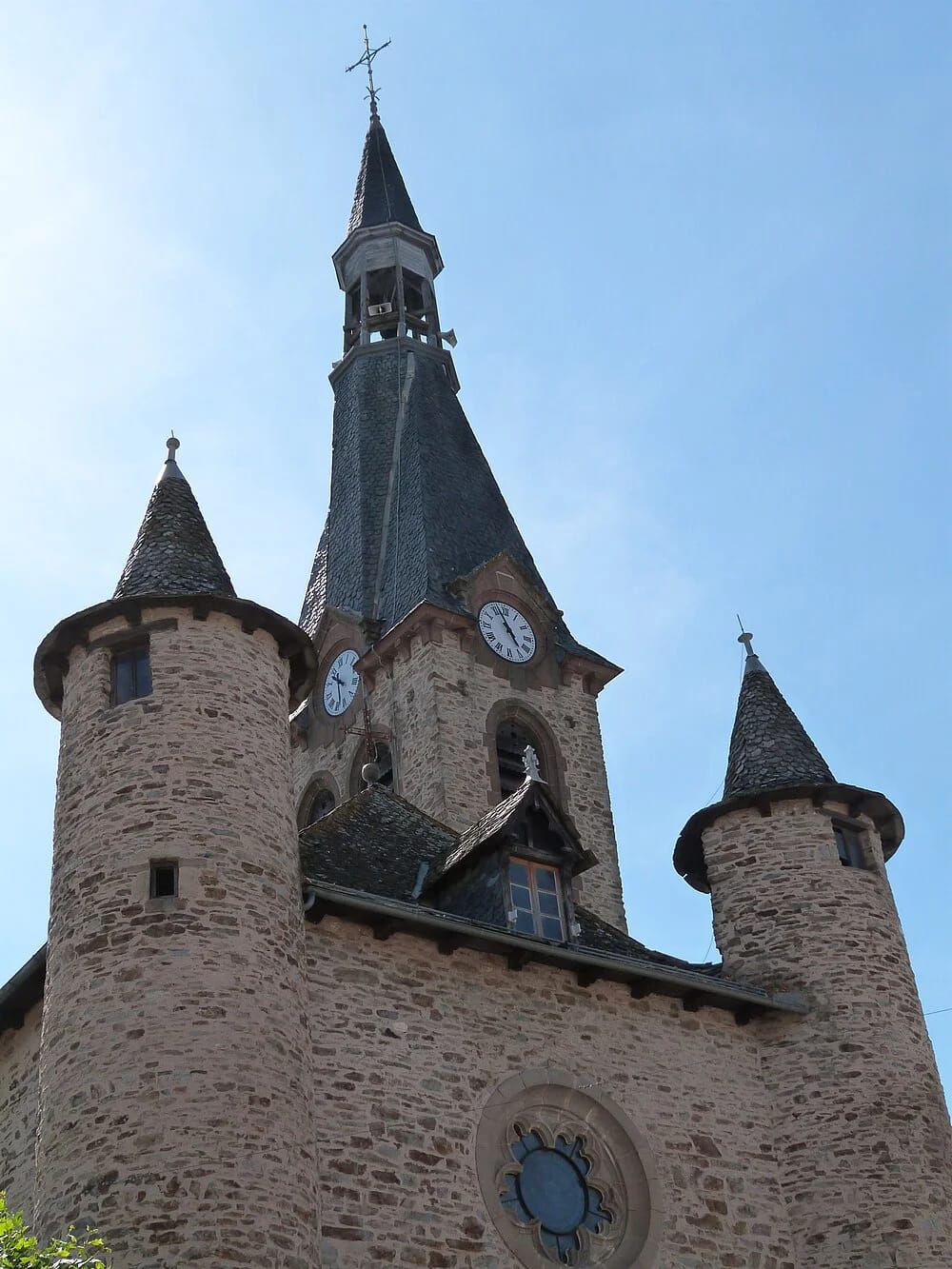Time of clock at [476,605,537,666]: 4:56
